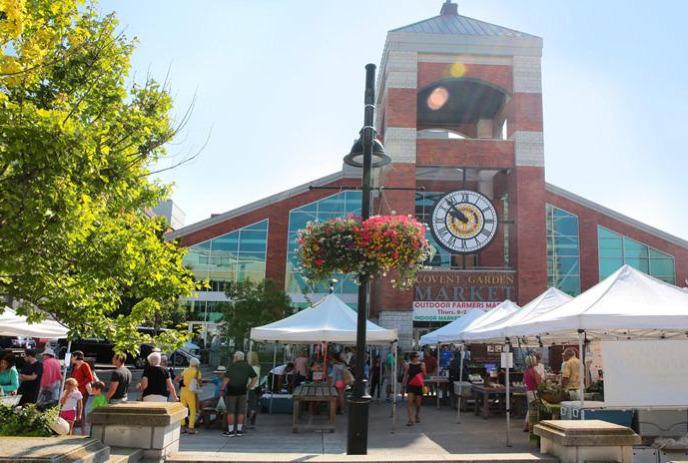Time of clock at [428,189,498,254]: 9:53
